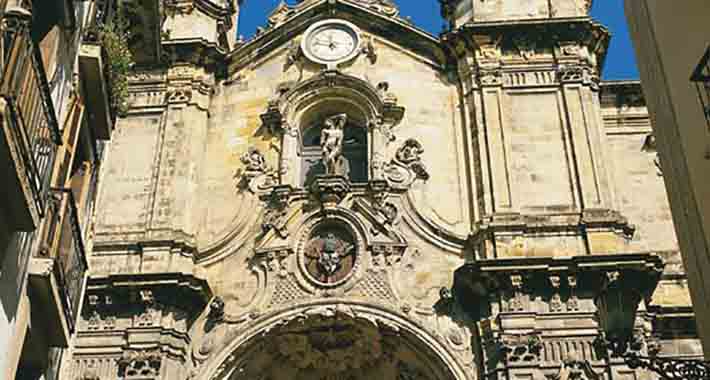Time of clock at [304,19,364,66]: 11:46
